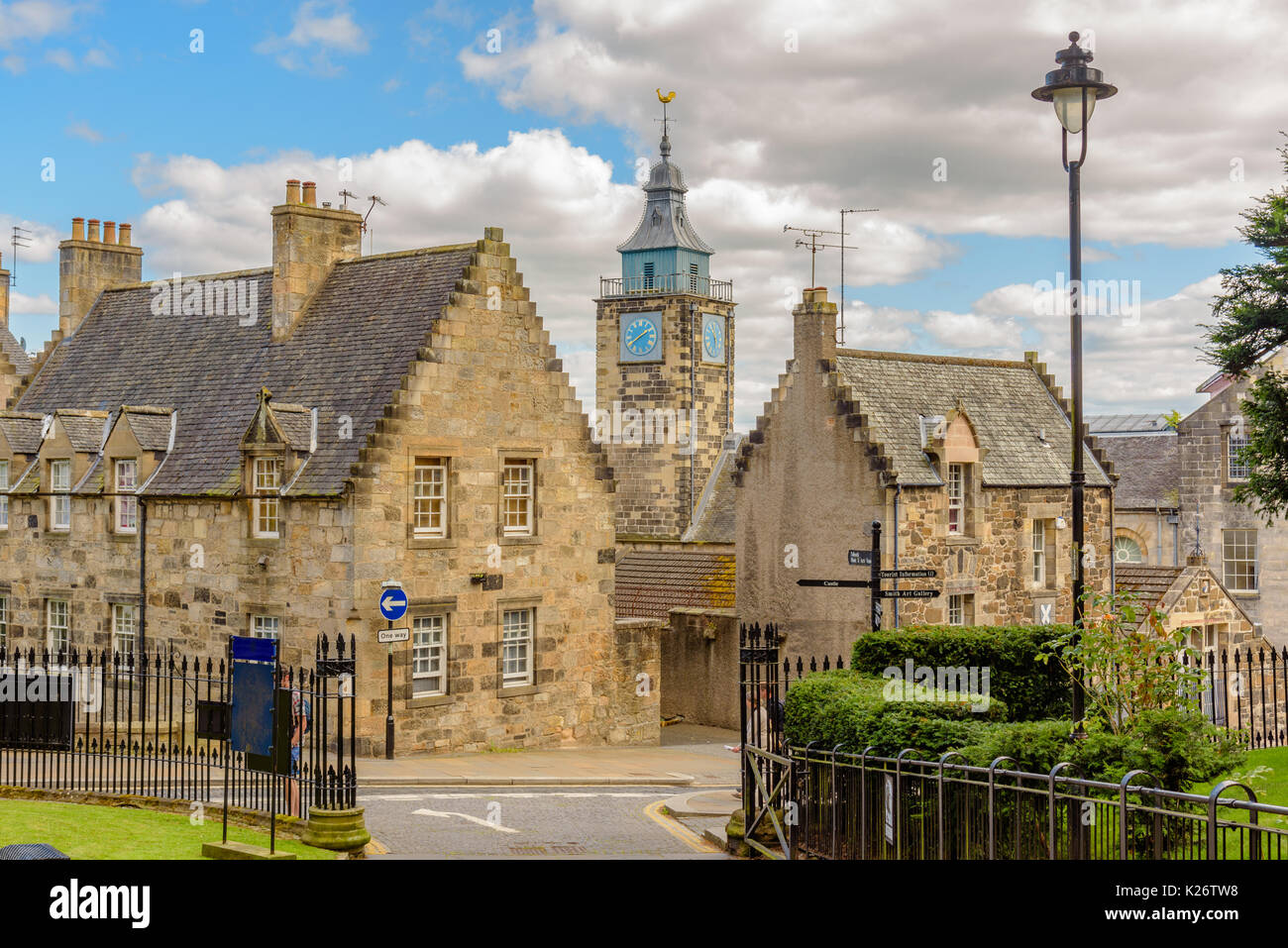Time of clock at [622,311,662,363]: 1:39
